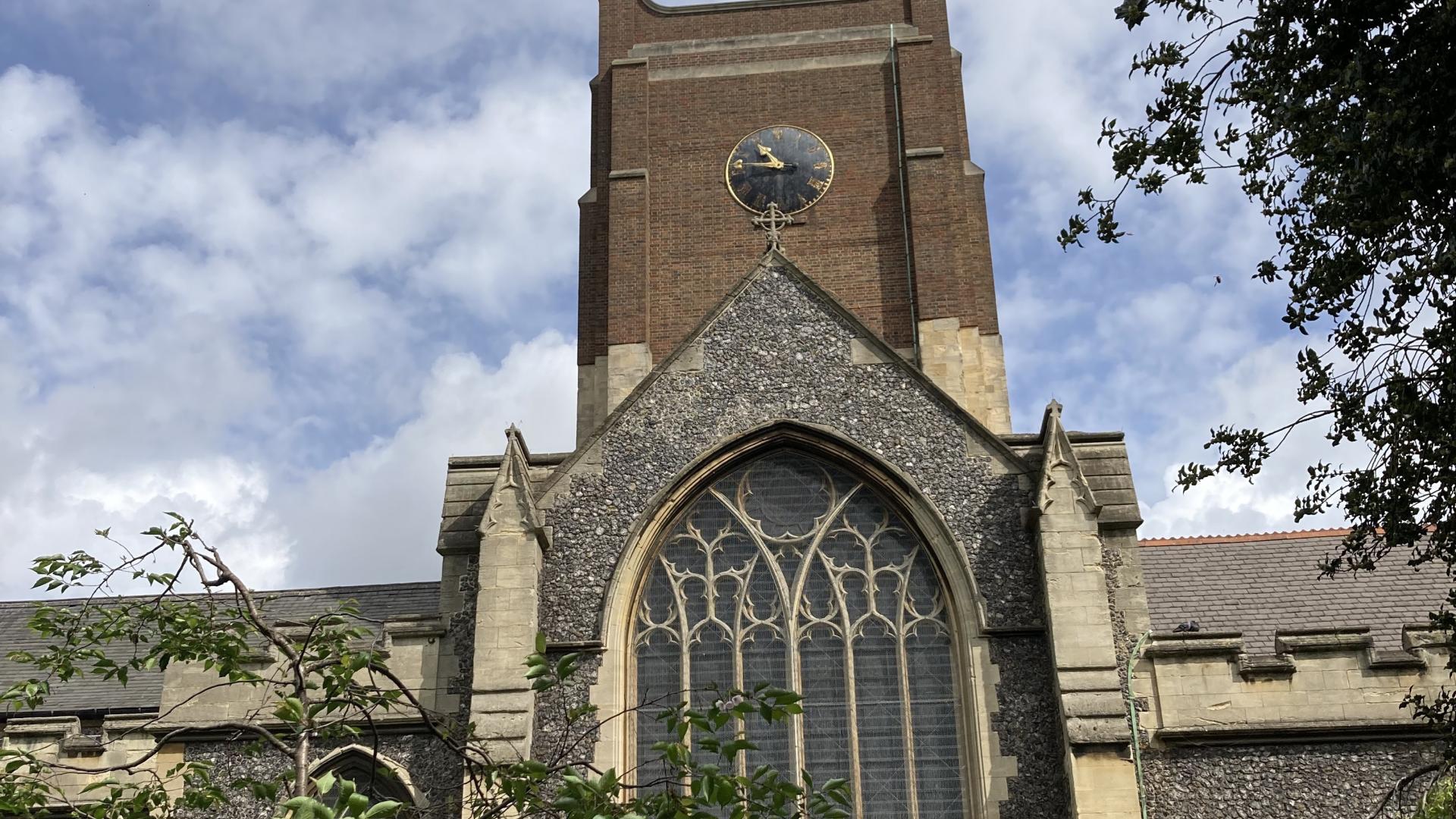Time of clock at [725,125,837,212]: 10:45
